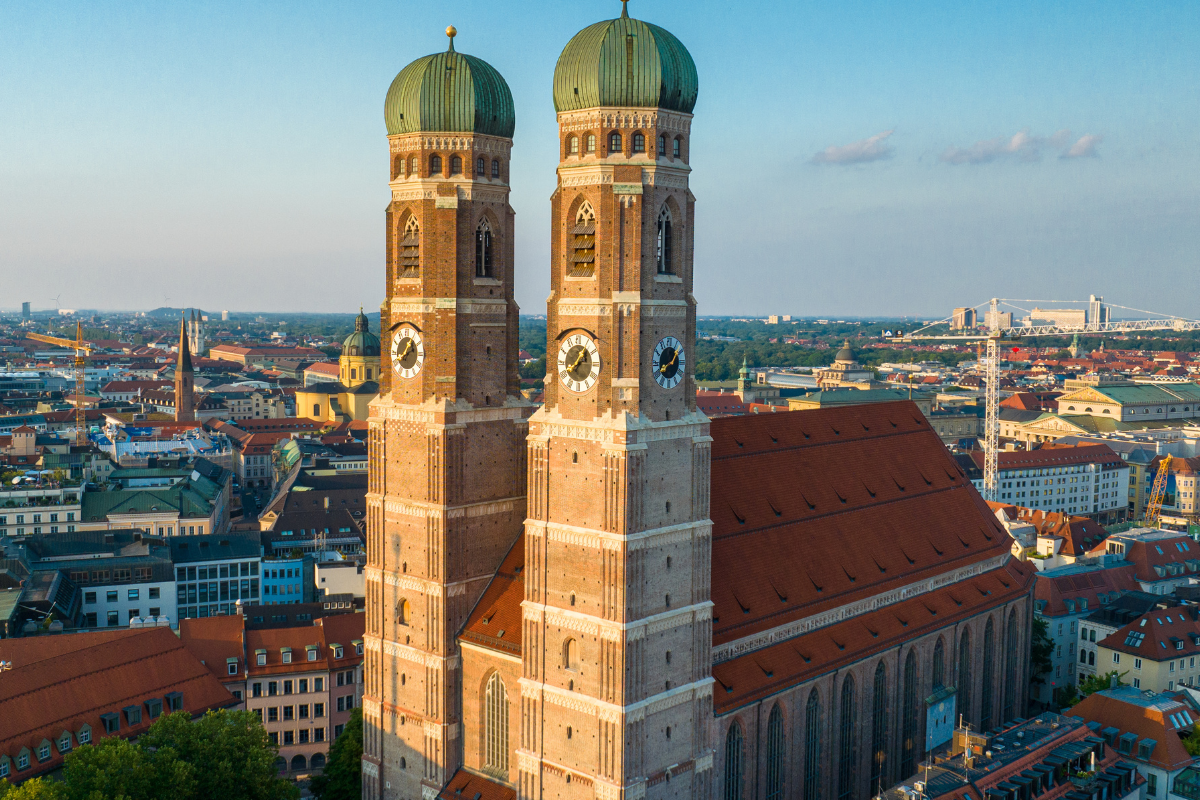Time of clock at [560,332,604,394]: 8:06
